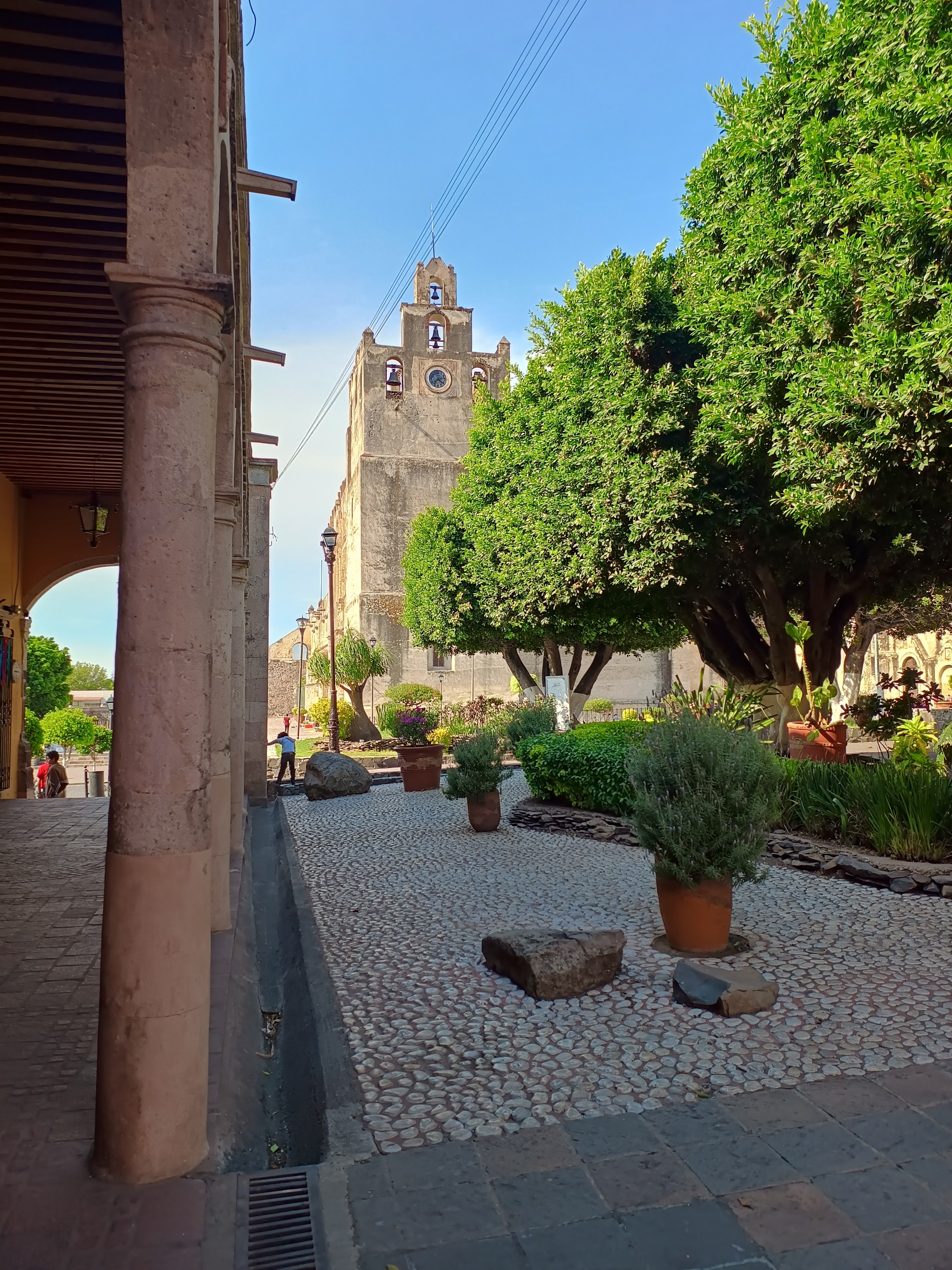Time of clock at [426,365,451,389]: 4:13
